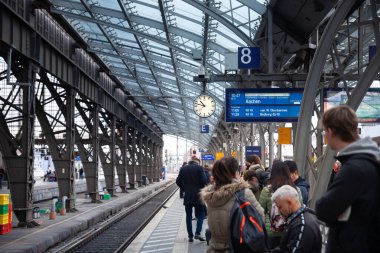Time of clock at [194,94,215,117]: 10:47
